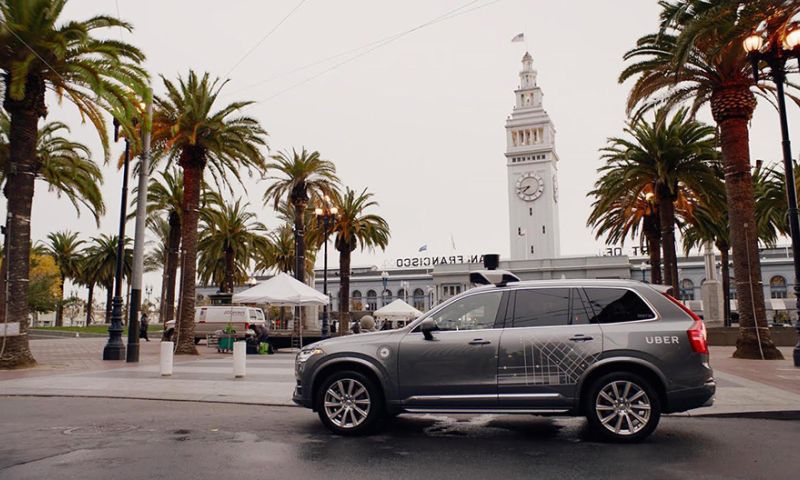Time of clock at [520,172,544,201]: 7:43
